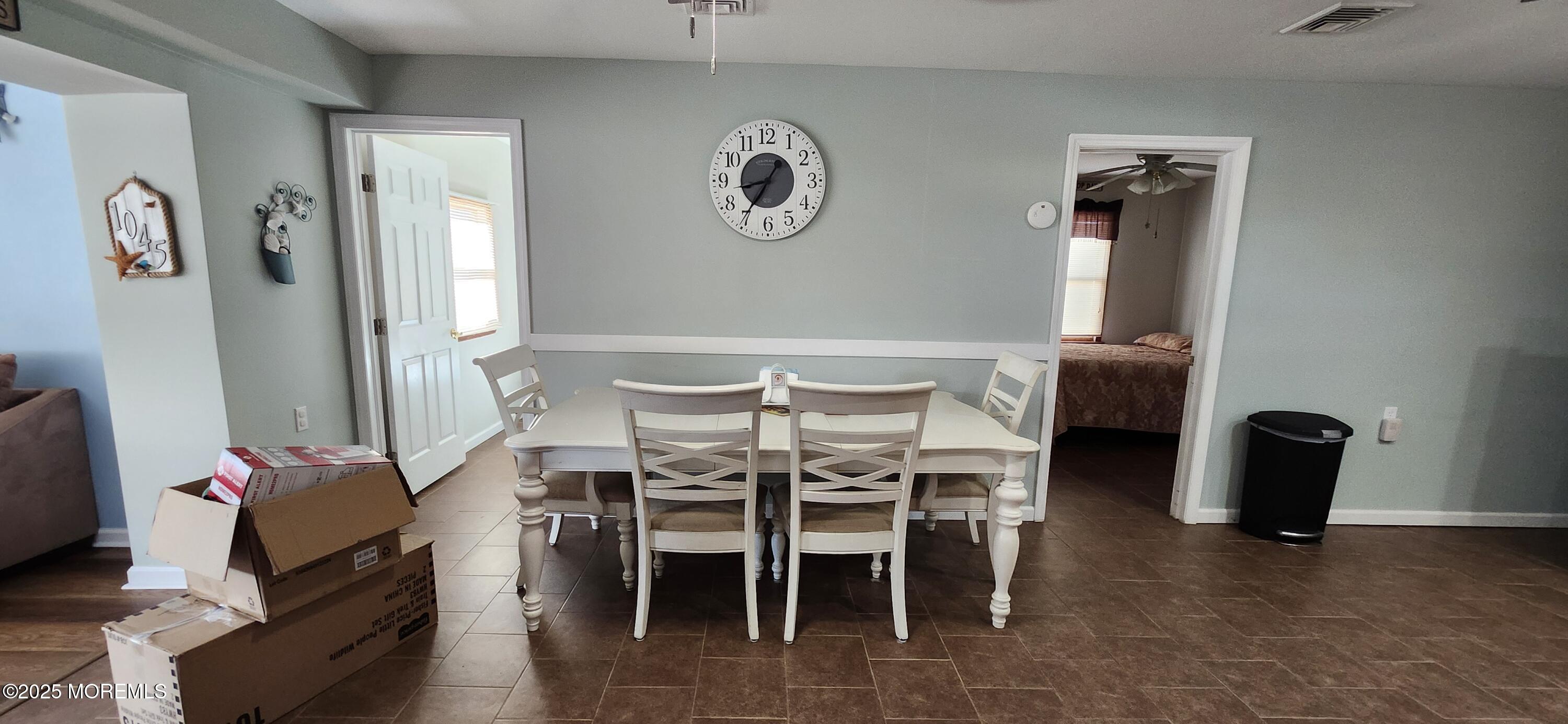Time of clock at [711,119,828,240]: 8:35
